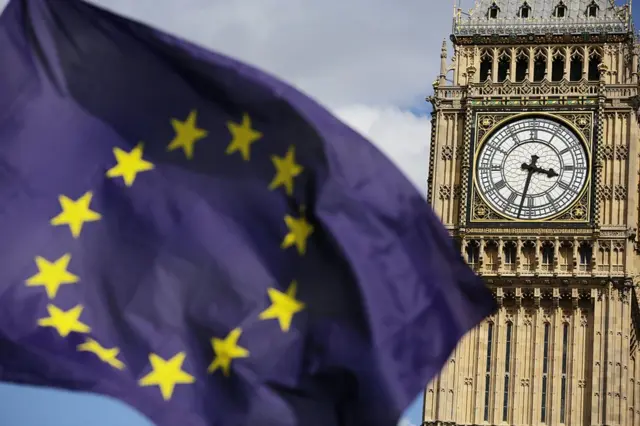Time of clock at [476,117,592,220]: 3:32
